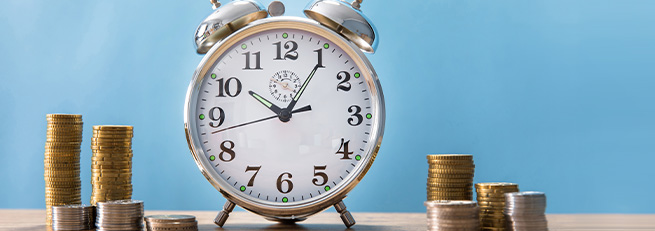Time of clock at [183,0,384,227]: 10:05
